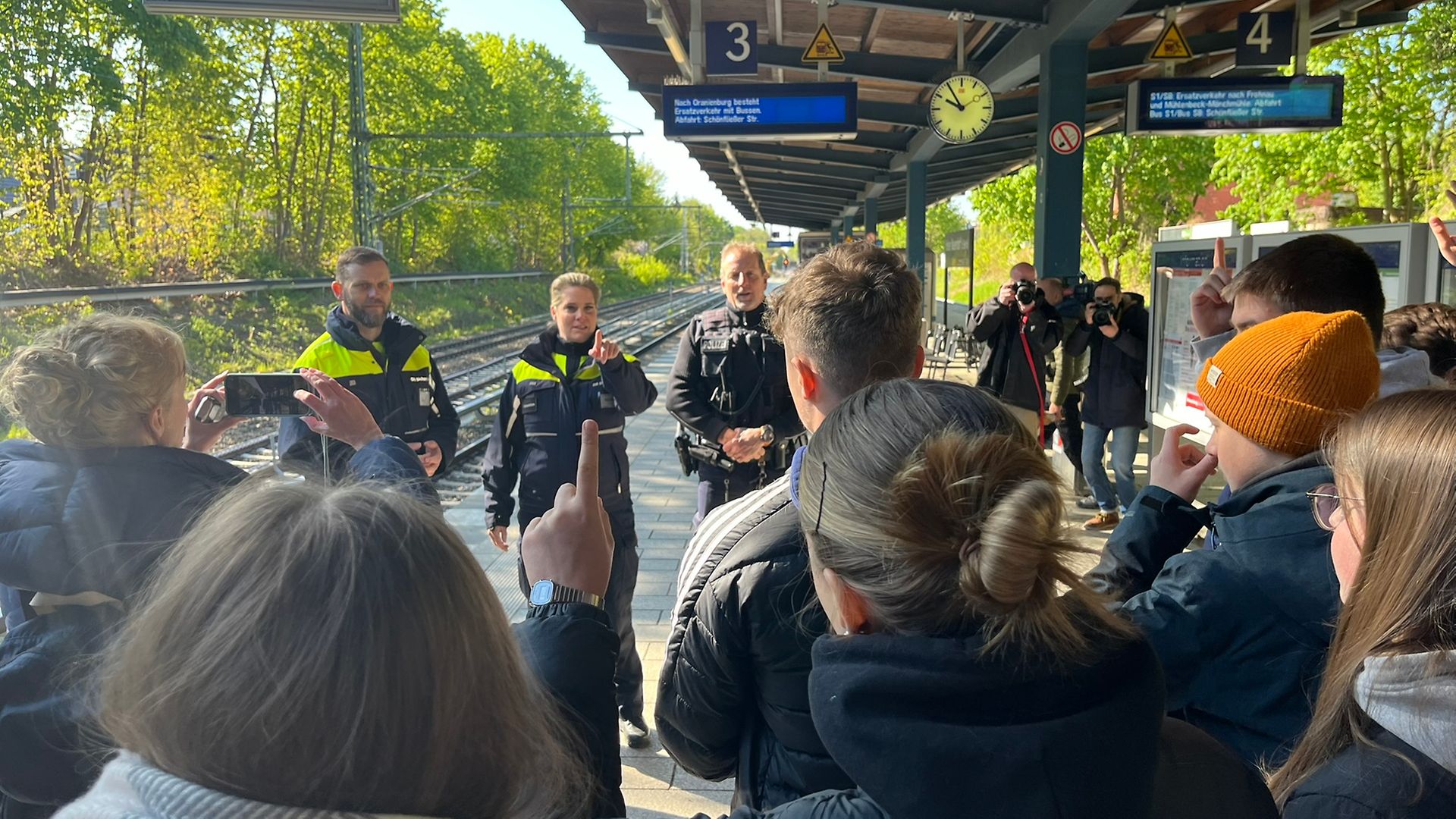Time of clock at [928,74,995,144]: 9:54
